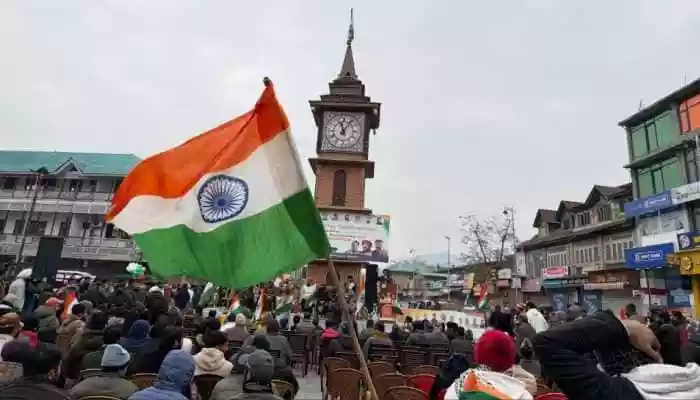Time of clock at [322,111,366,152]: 11:05
